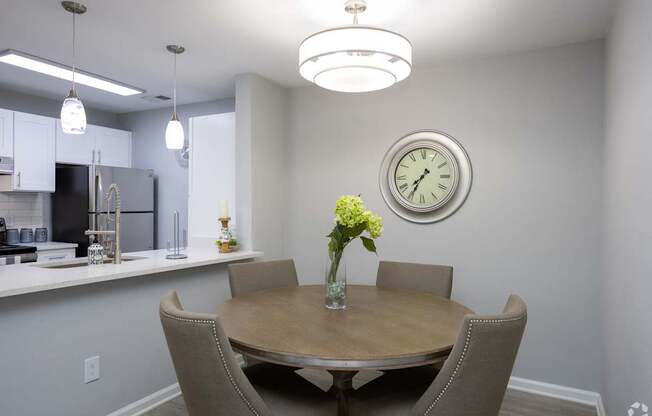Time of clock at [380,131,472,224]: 7:35
